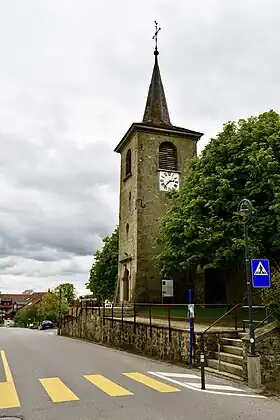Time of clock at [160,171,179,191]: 2:36
